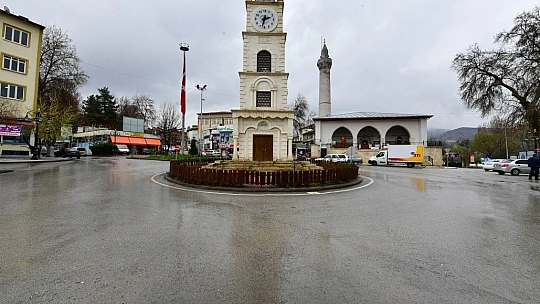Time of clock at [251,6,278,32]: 2:32
